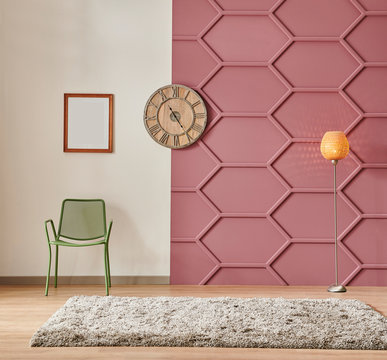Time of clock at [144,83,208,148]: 4:54
